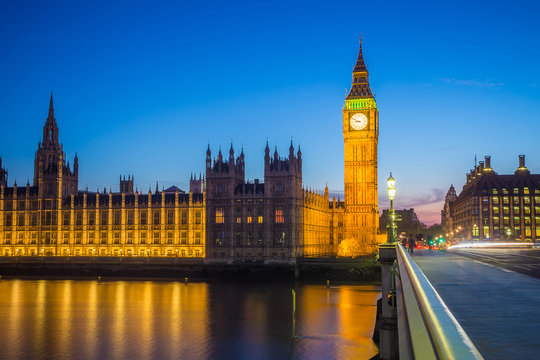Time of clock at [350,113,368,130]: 8:49
